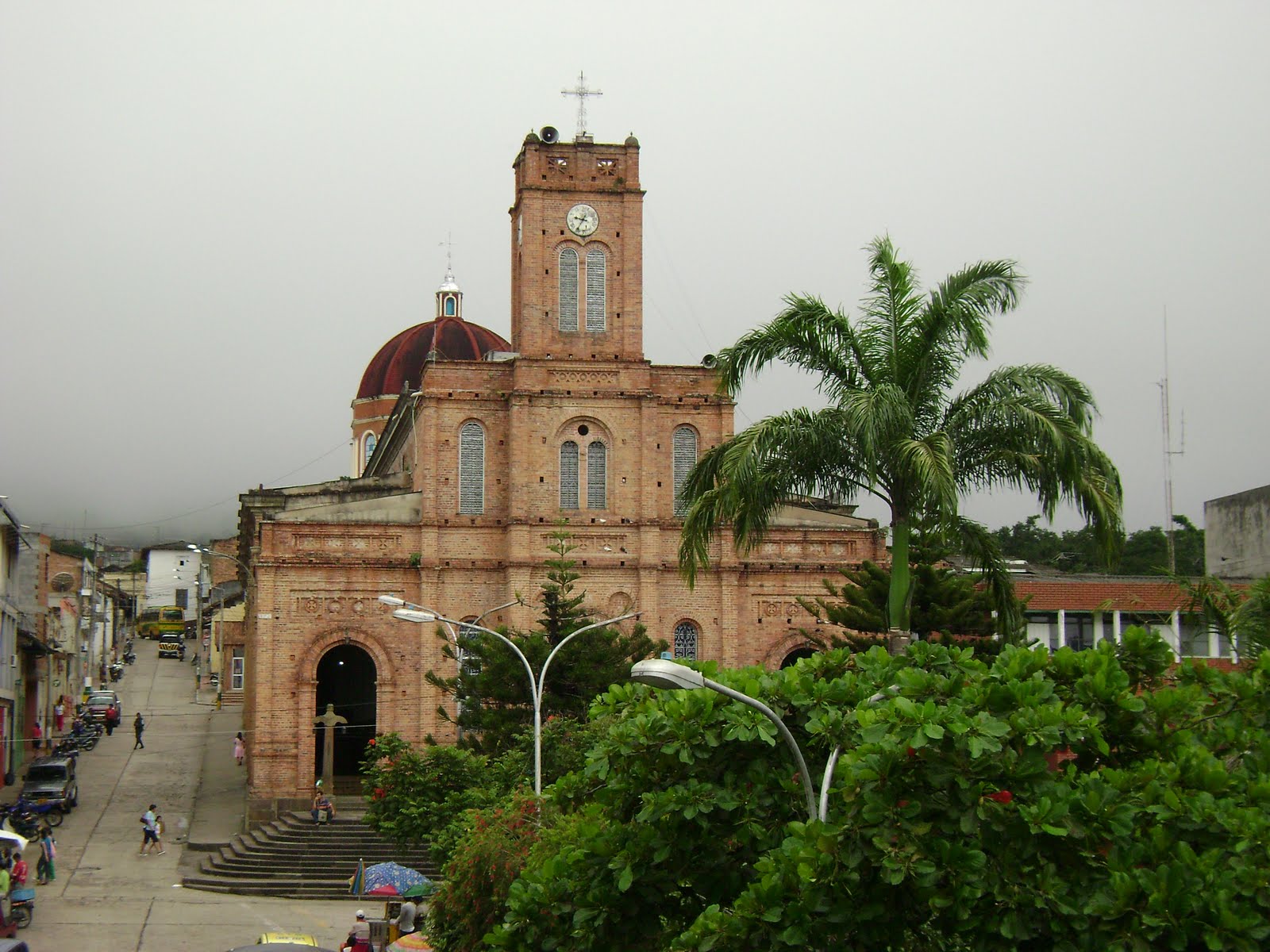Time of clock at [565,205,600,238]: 9:35
